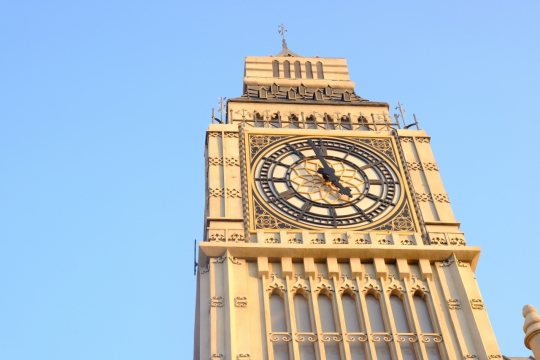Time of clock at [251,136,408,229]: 4:57
